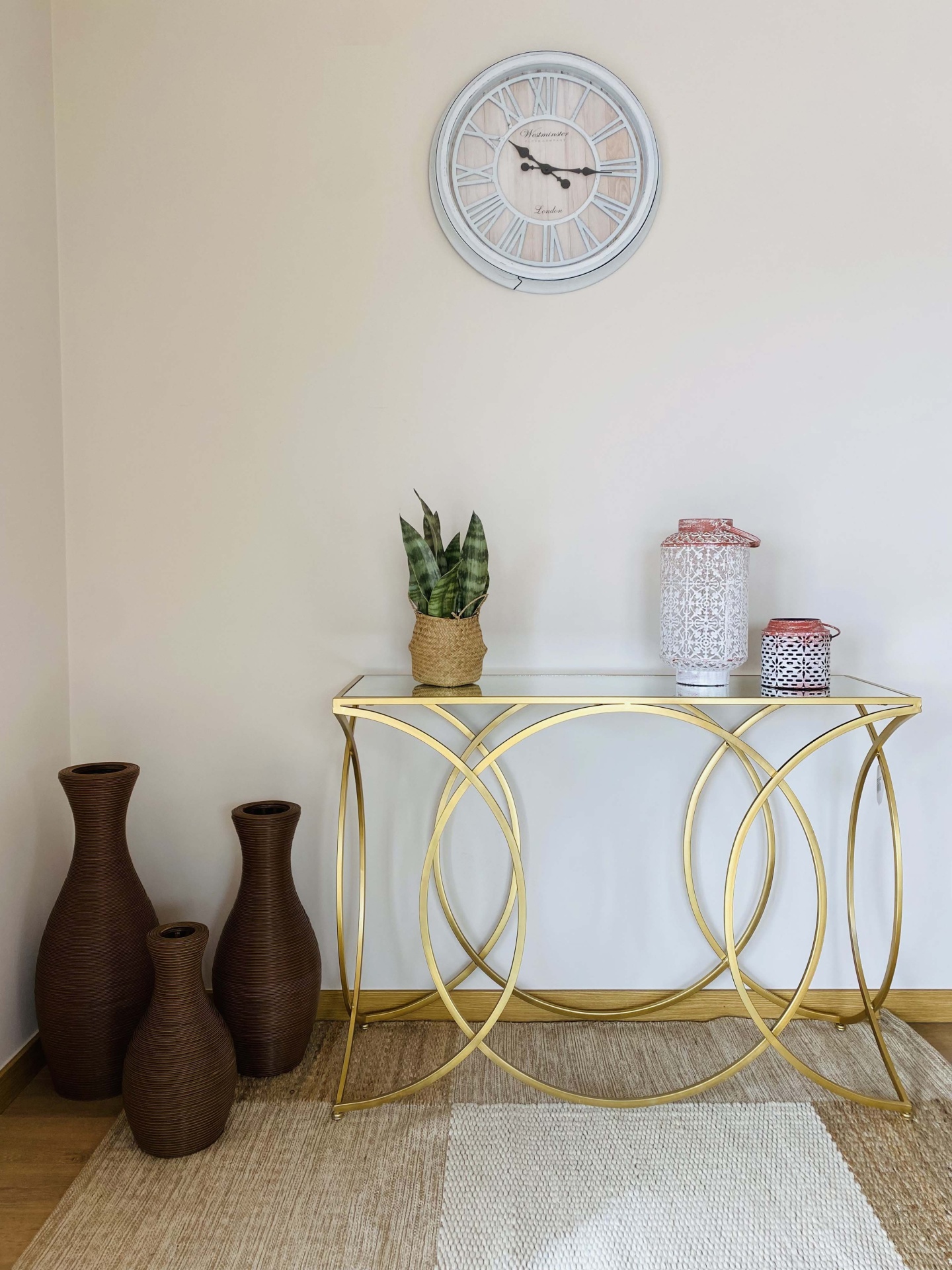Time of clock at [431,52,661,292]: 10:15
